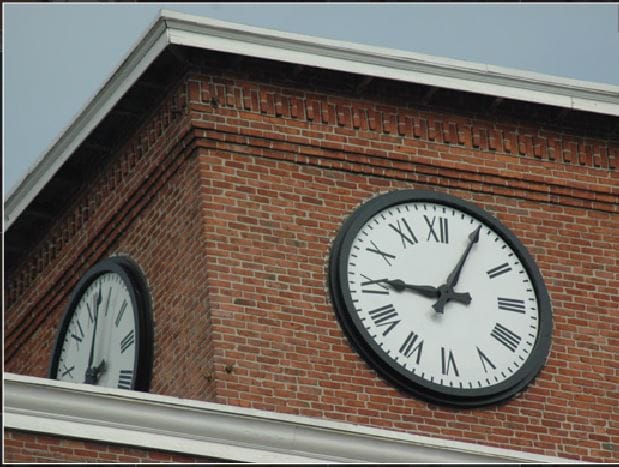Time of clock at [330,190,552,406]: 9:04
